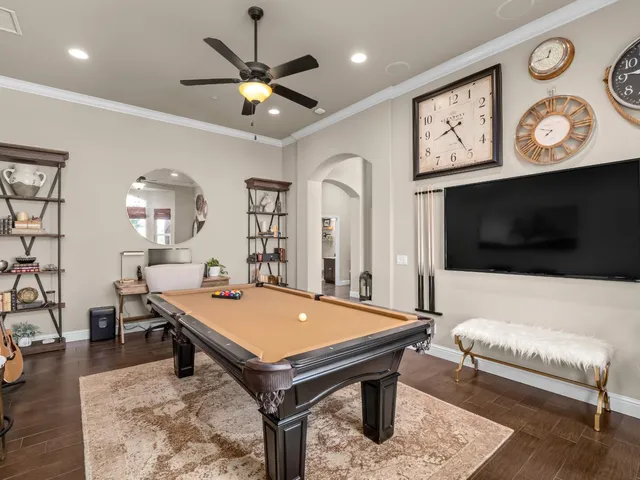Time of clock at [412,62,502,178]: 8:24
